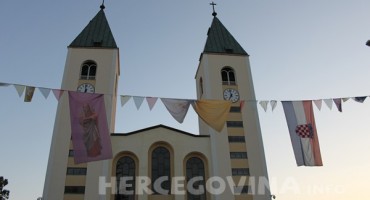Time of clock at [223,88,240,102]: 6:58
